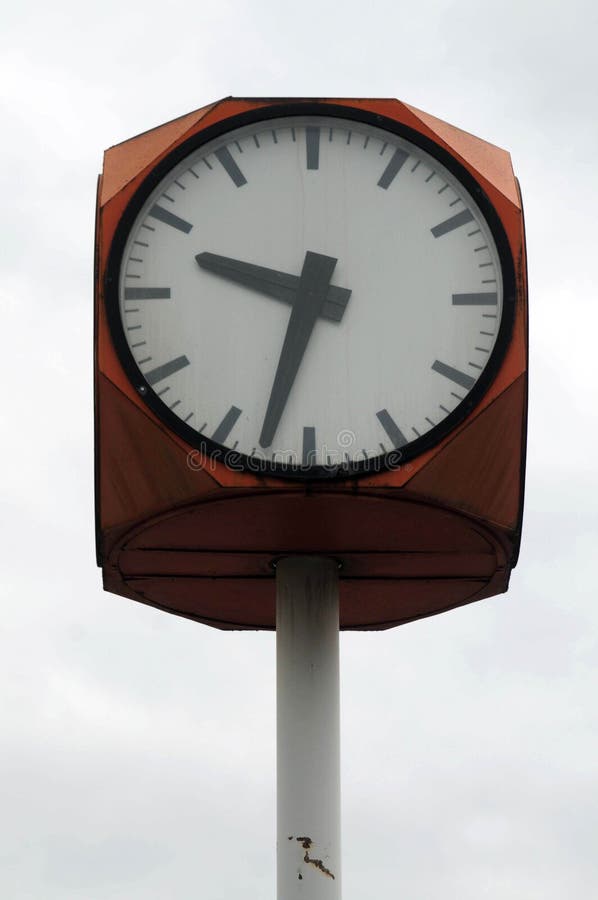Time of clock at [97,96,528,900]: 9:32
